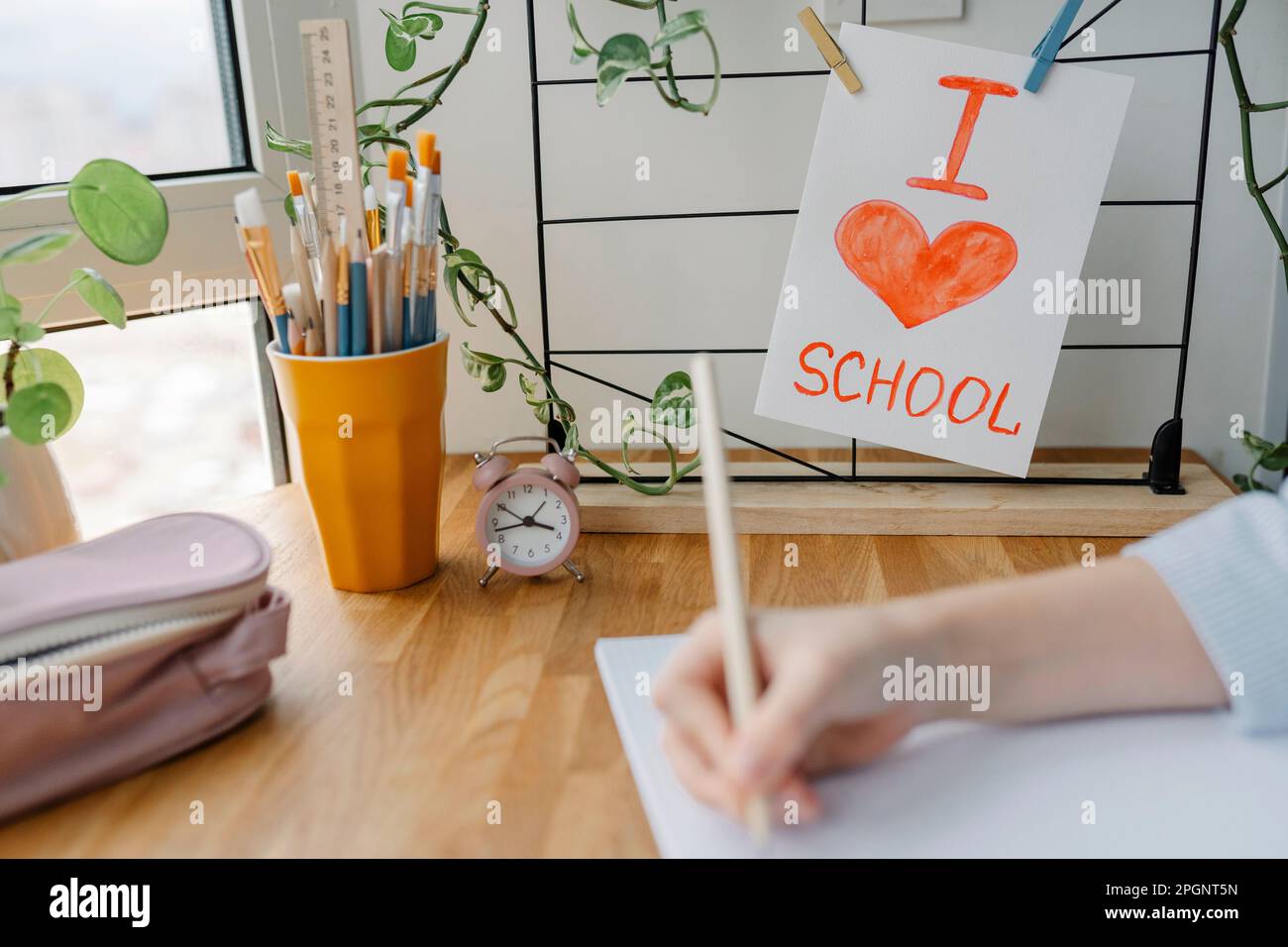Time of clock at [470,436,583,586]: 3:42
